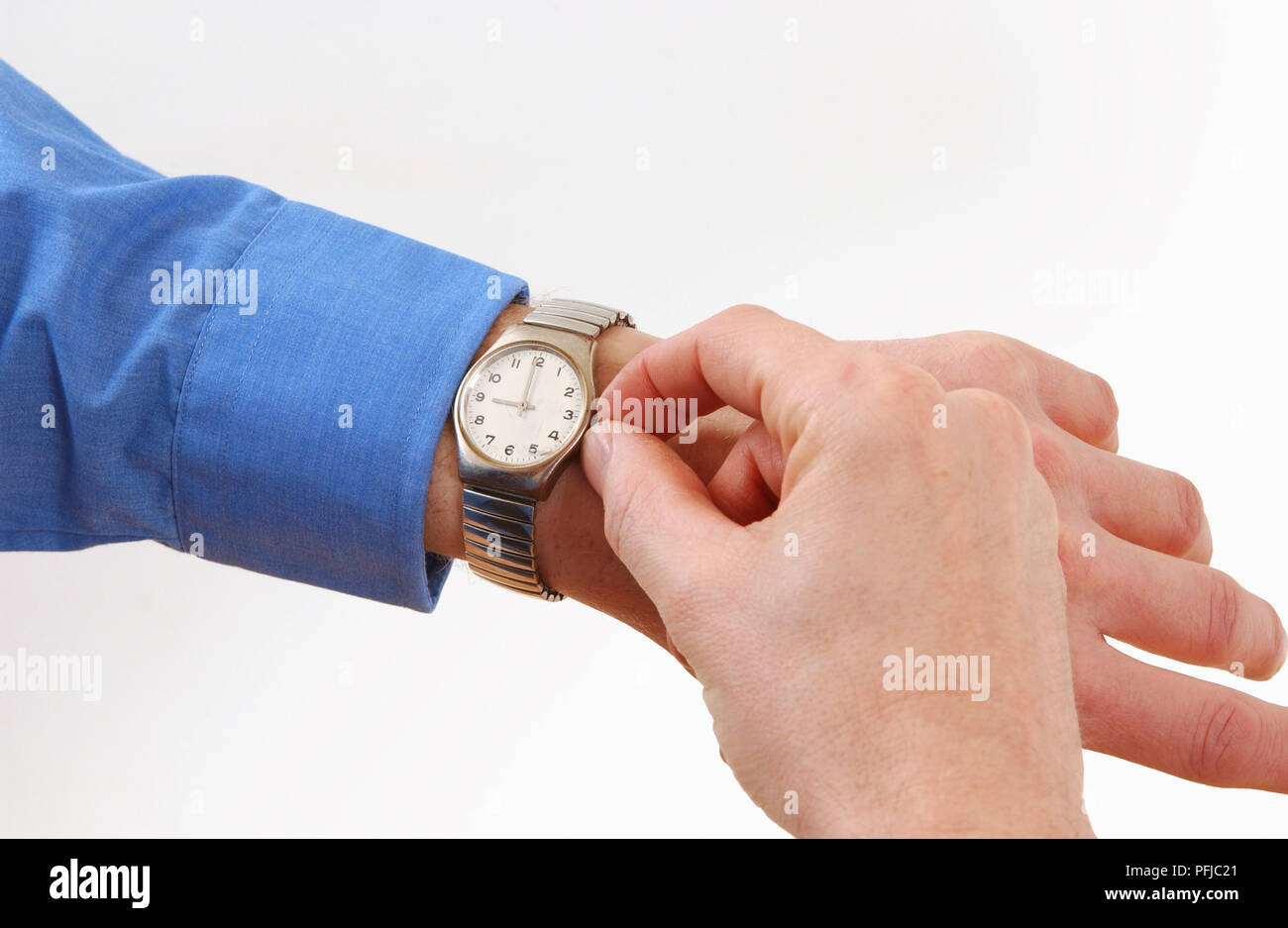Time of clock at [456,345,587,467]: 8:59
